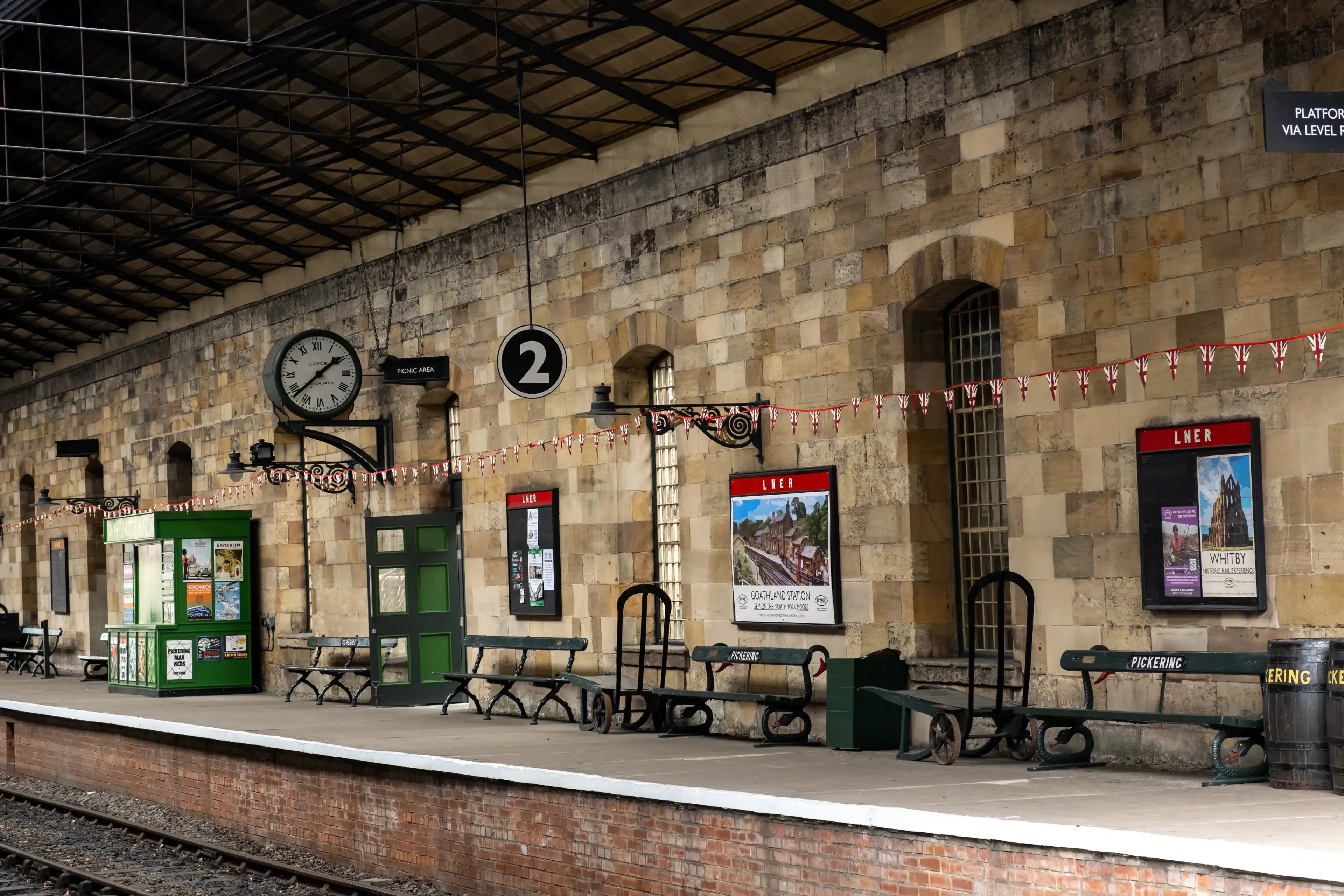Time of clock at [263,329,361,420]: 1:38
